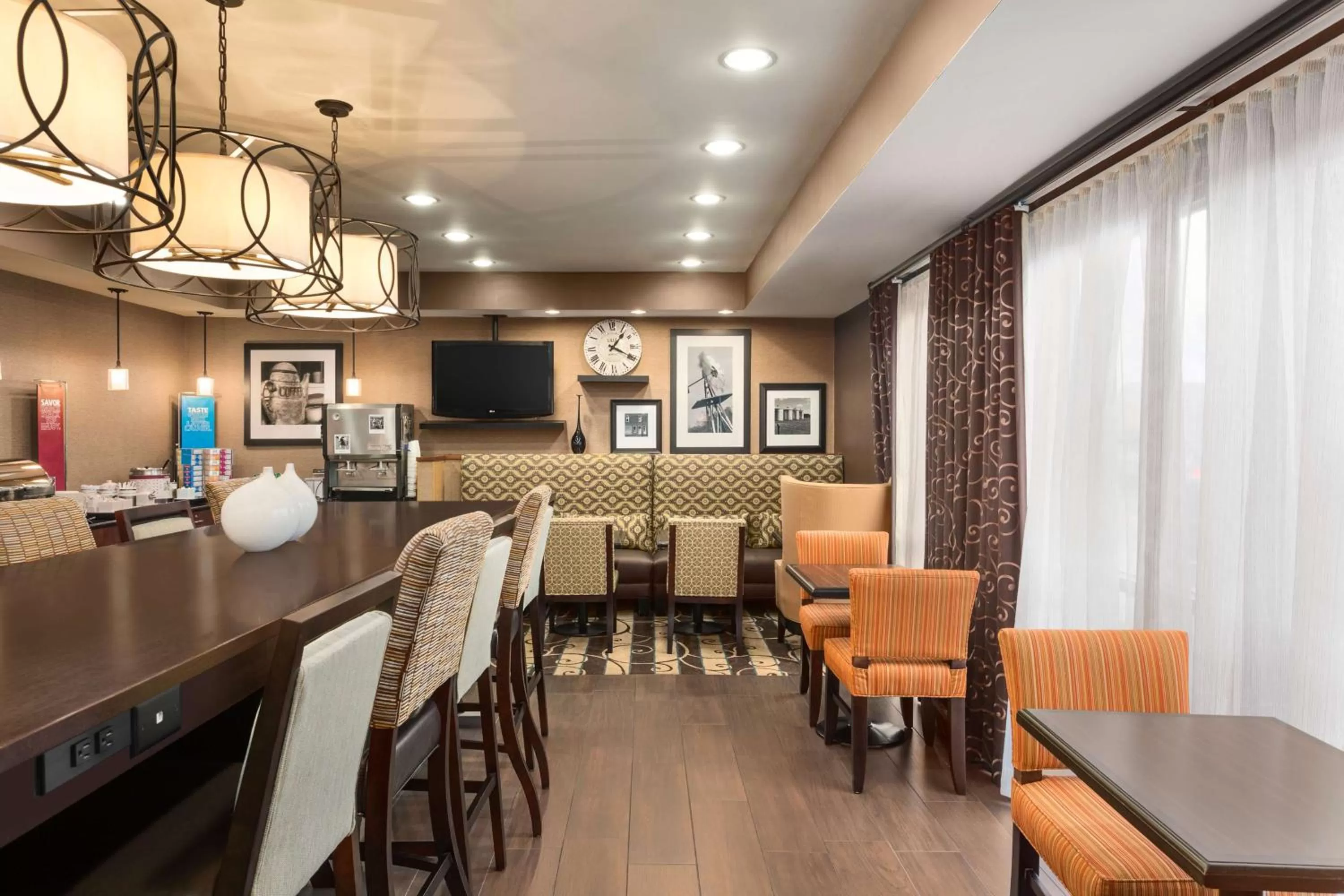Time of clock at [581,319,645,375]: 1:19
